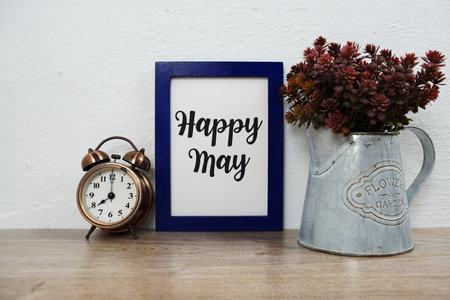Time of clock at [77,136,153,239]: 8:00
